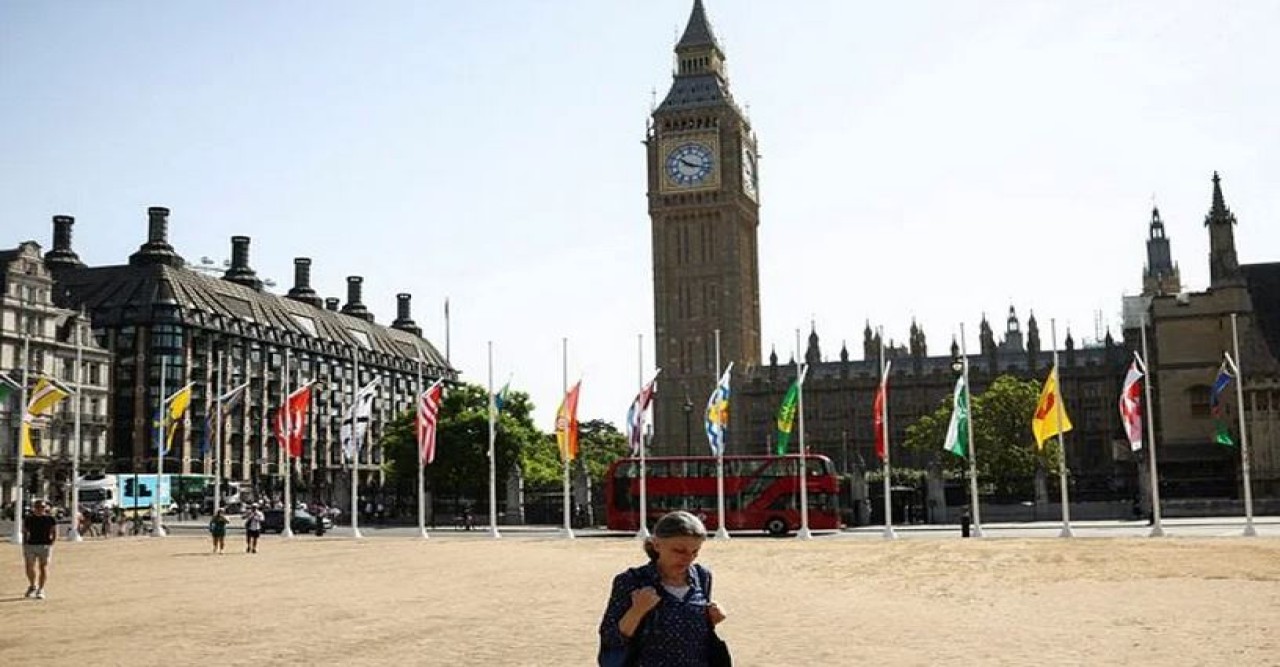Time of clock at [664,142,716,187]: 10:17
